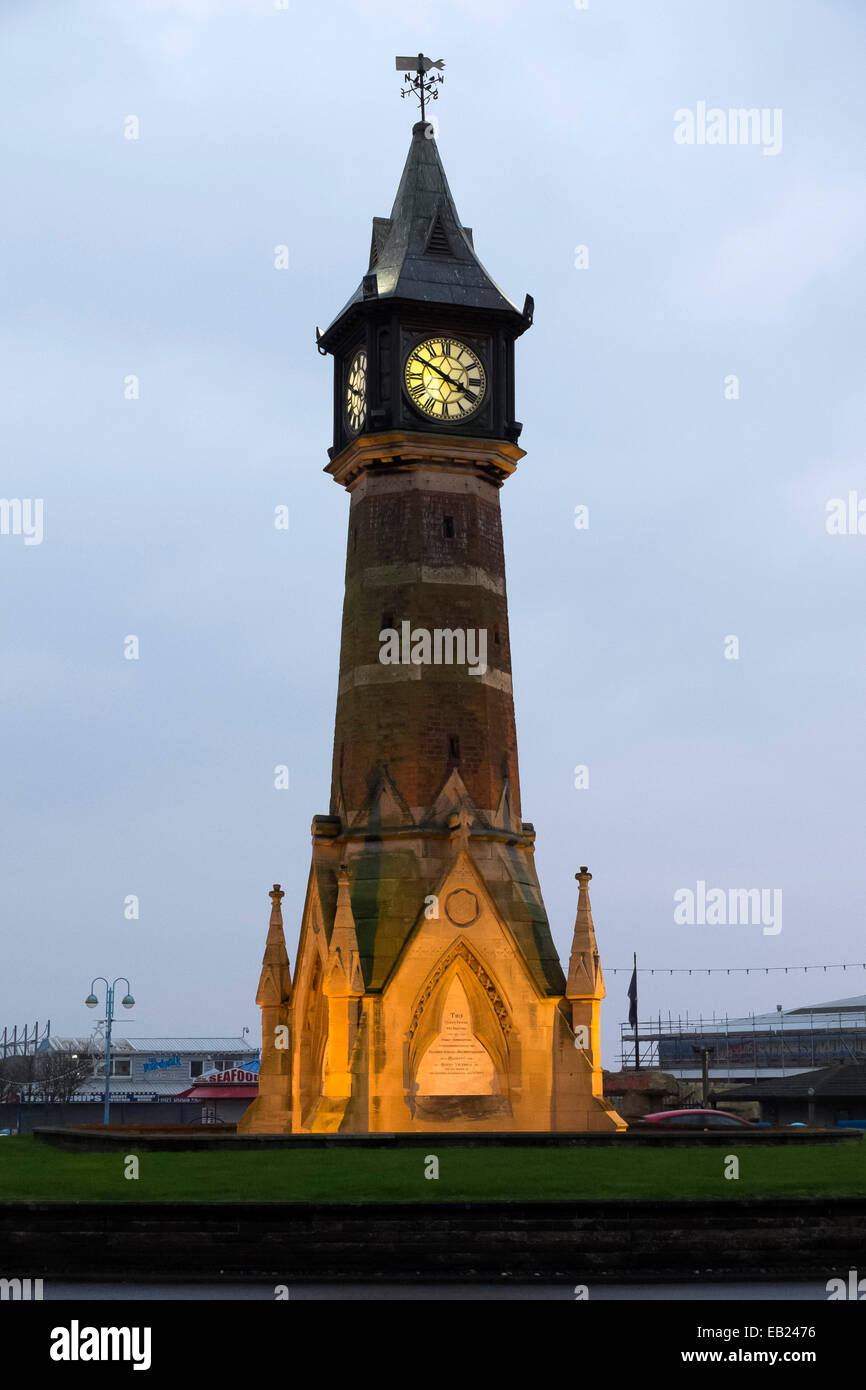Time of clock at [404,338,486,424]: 3:50
